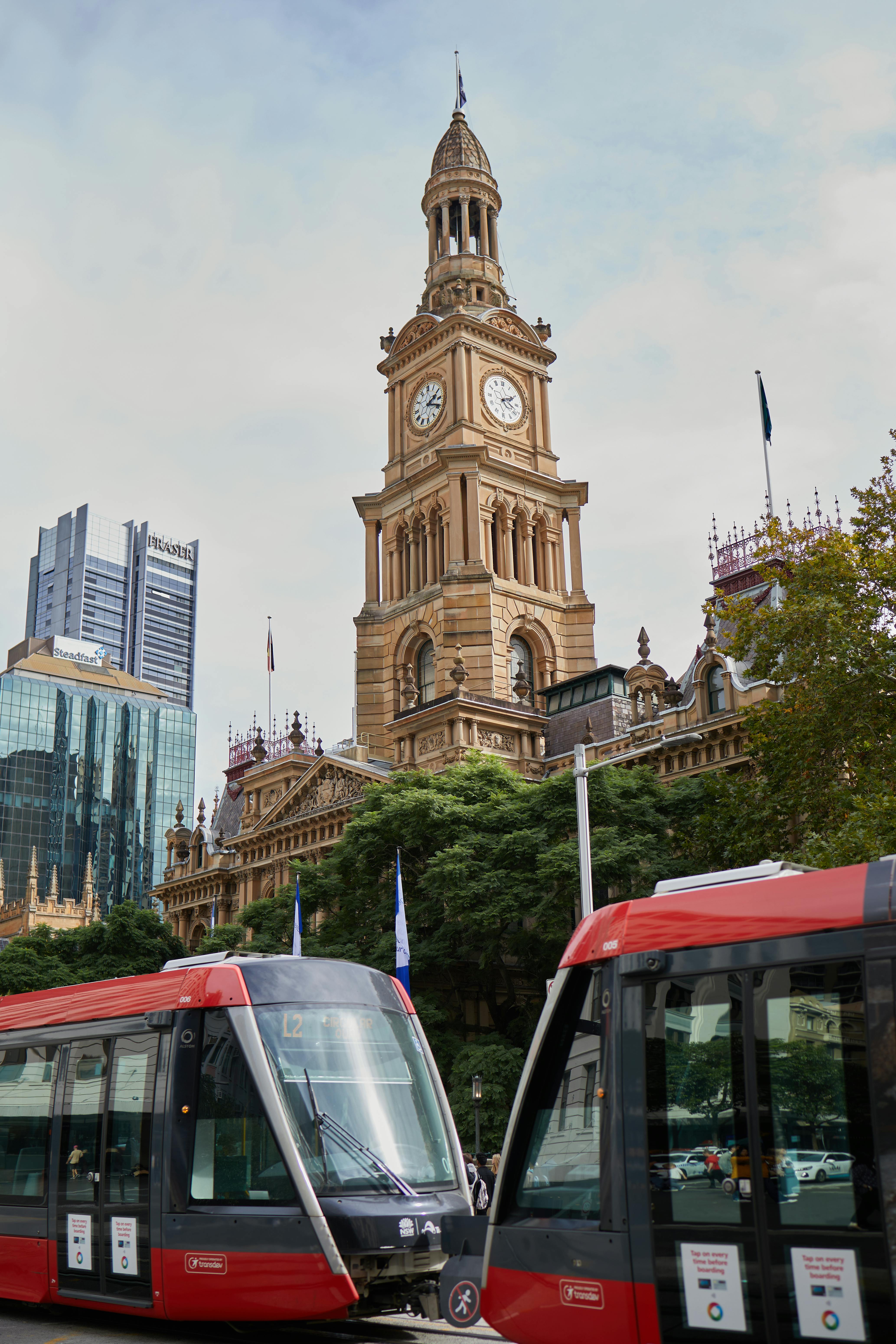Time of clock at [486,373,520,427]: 2:18
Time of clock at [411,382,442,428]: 2:18
